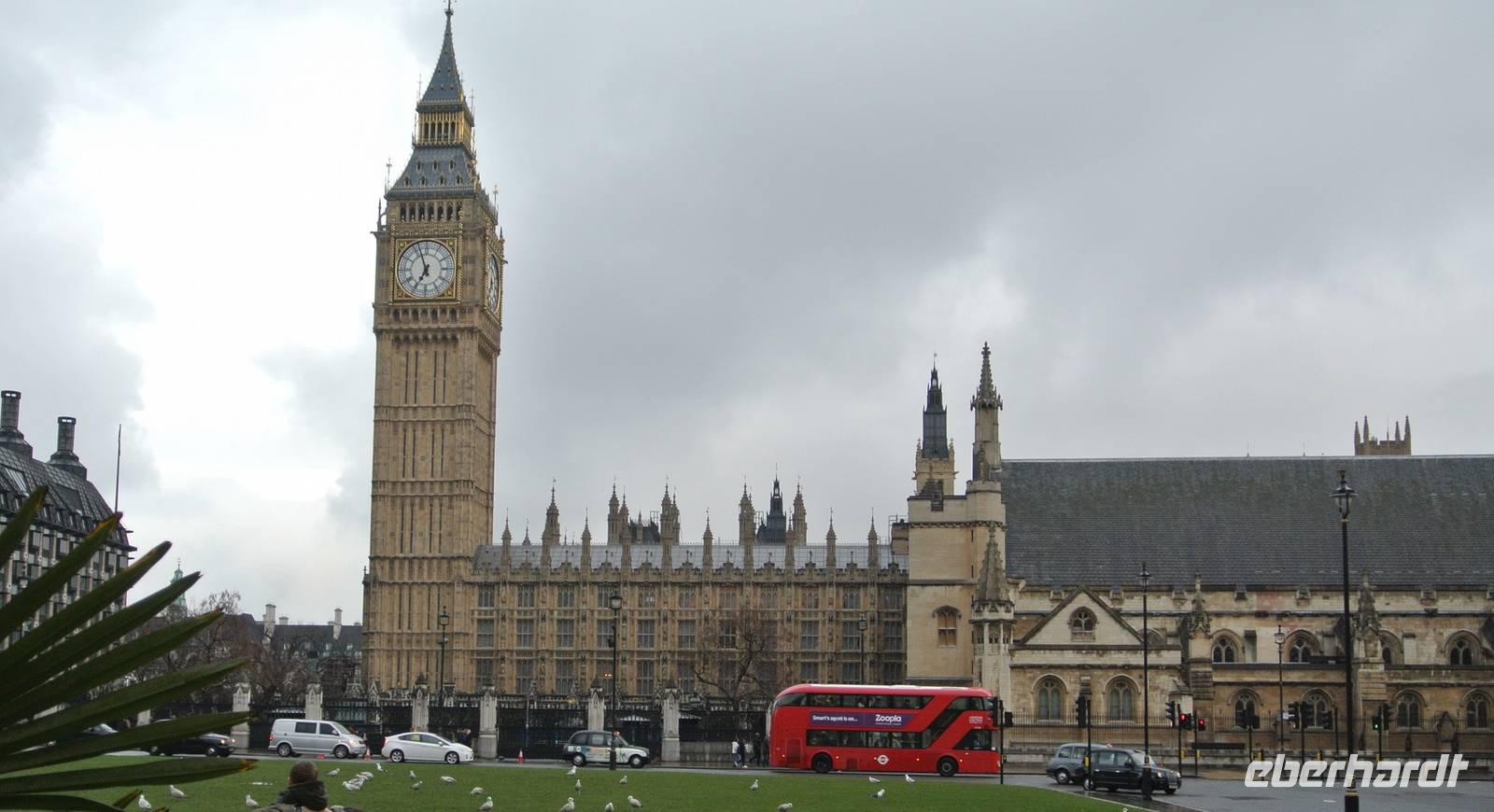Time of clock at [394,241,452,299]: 6:56
